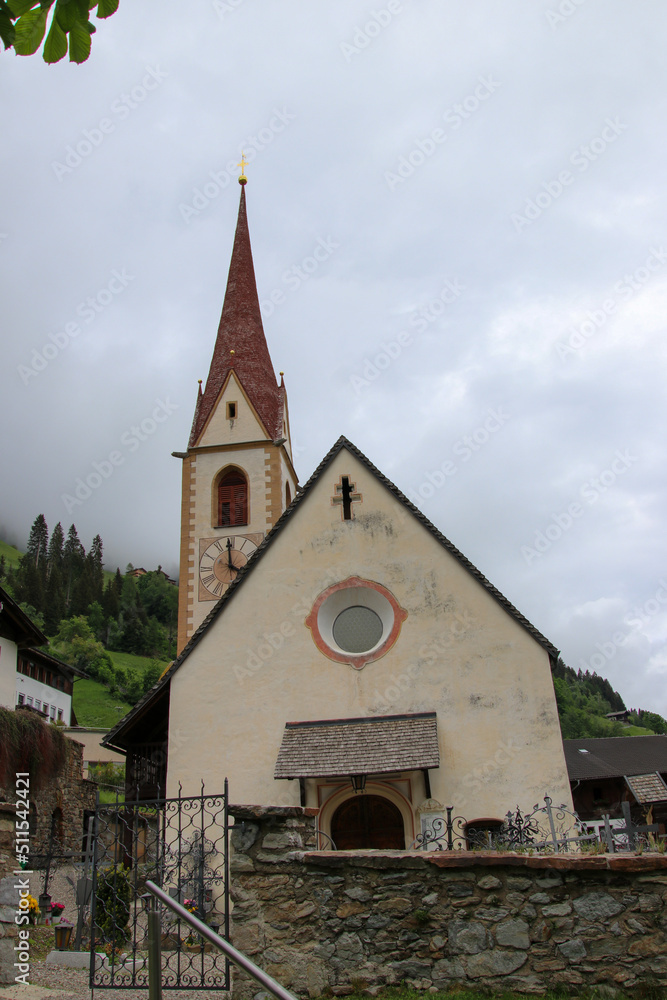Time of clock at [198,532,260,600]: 3:58
